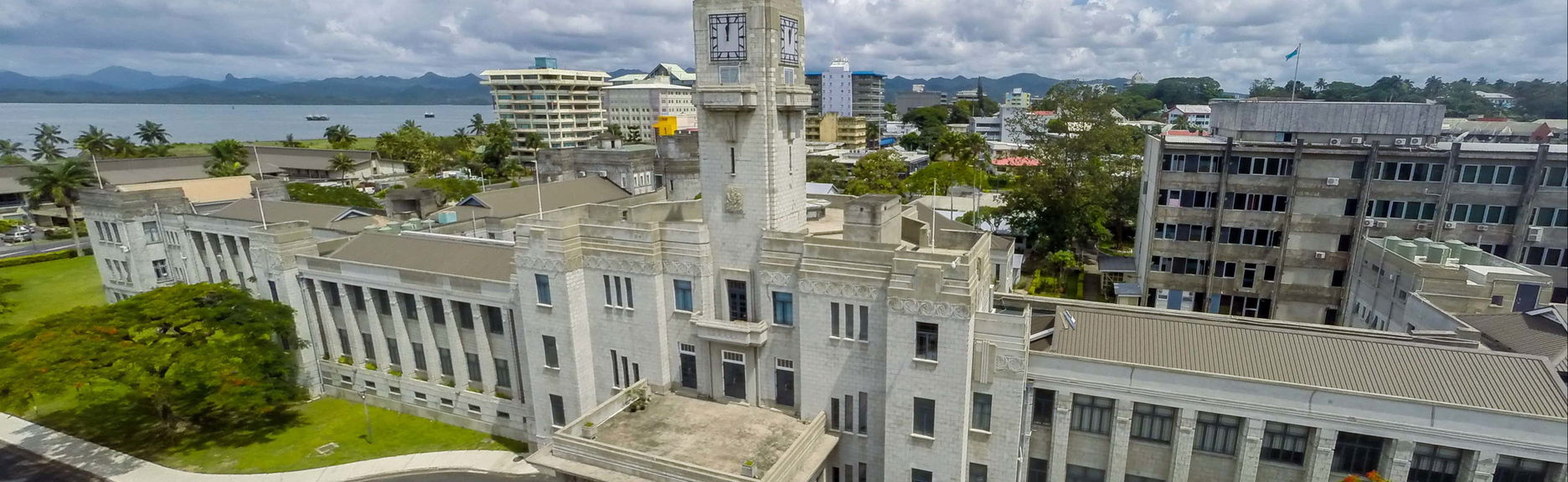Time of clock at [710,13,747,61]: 12:00
